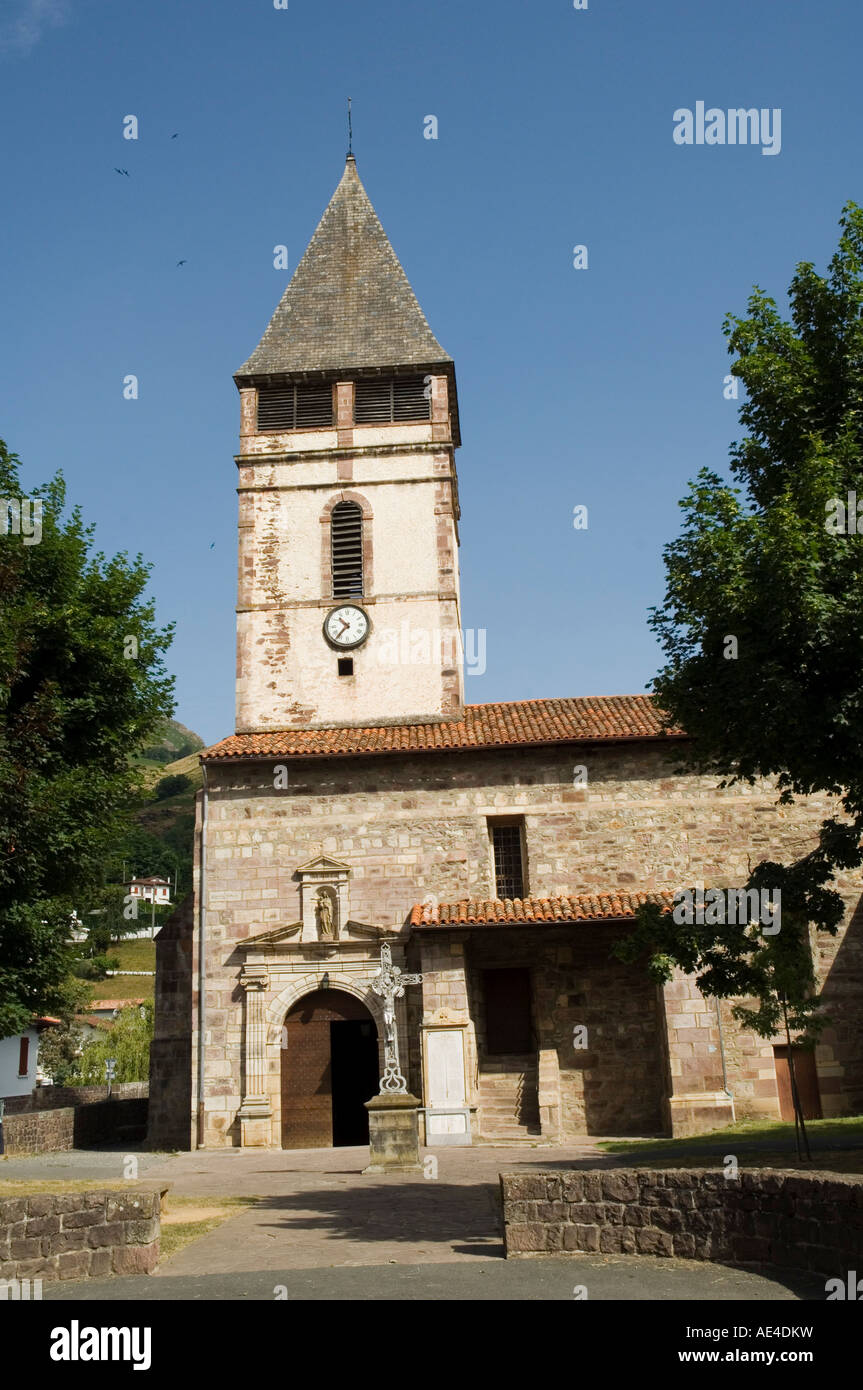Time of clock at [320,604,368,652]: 10:36
